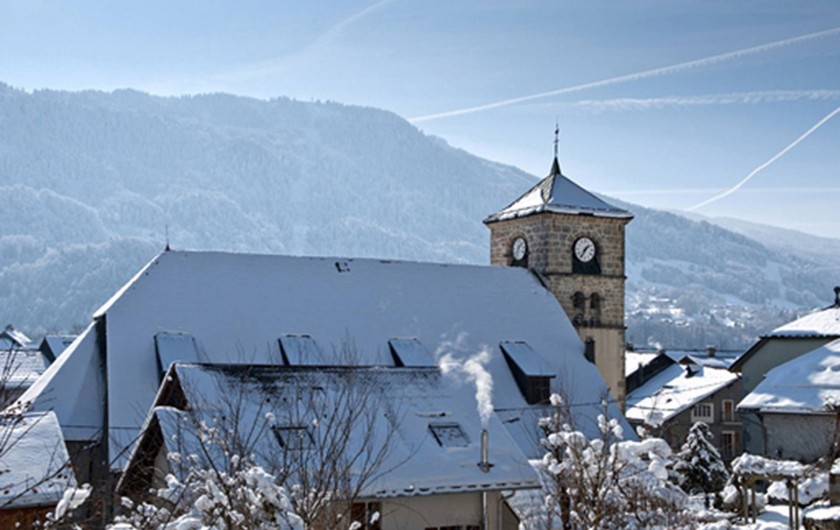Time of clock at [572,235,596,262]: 1:35
